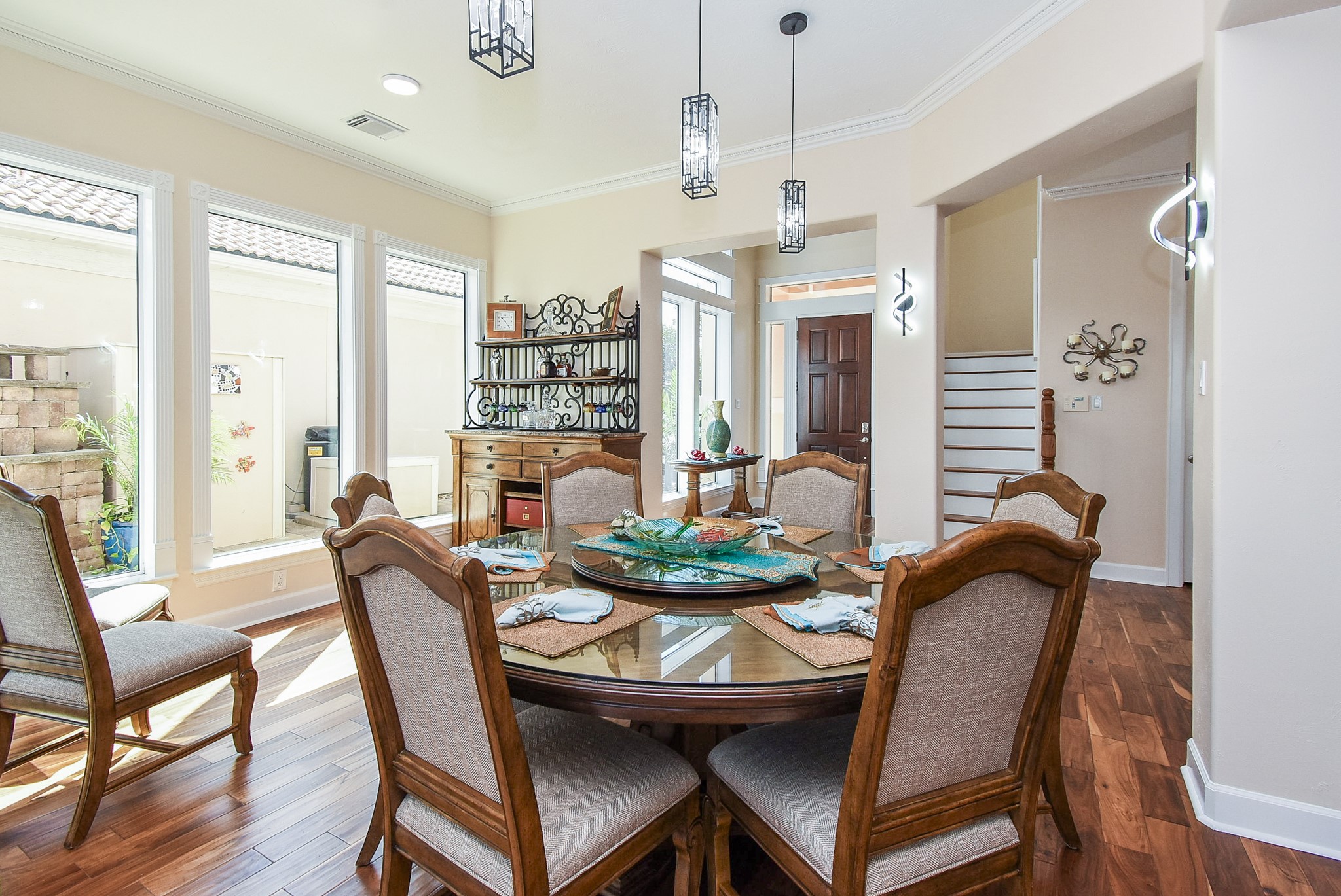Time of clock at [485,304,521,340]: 10:23
